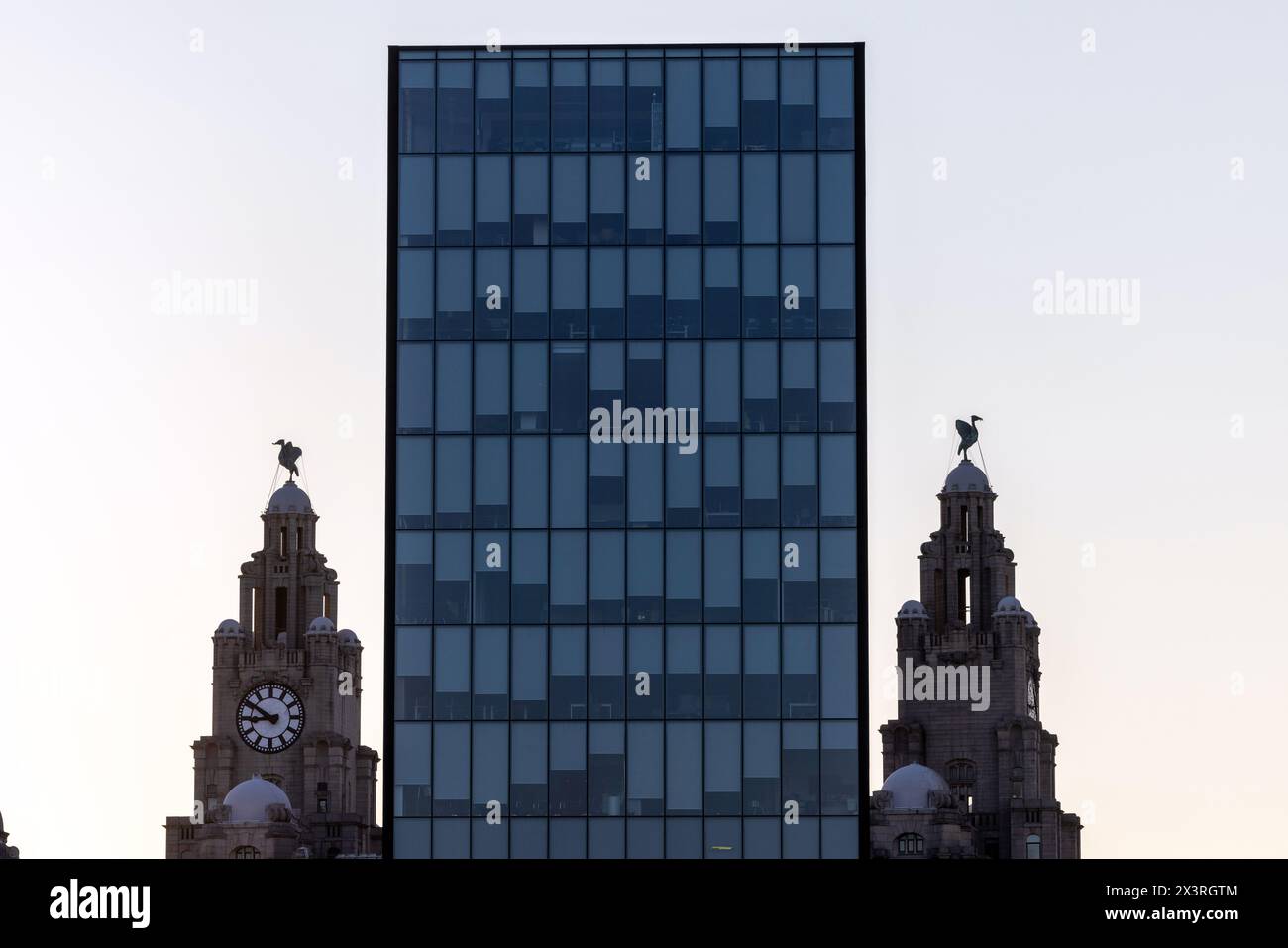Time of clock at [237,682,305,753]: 8:50
